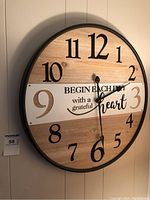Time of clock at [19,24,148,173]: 2:28
